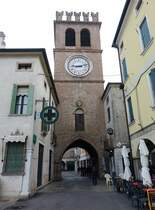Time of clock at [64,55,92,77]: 9:12
